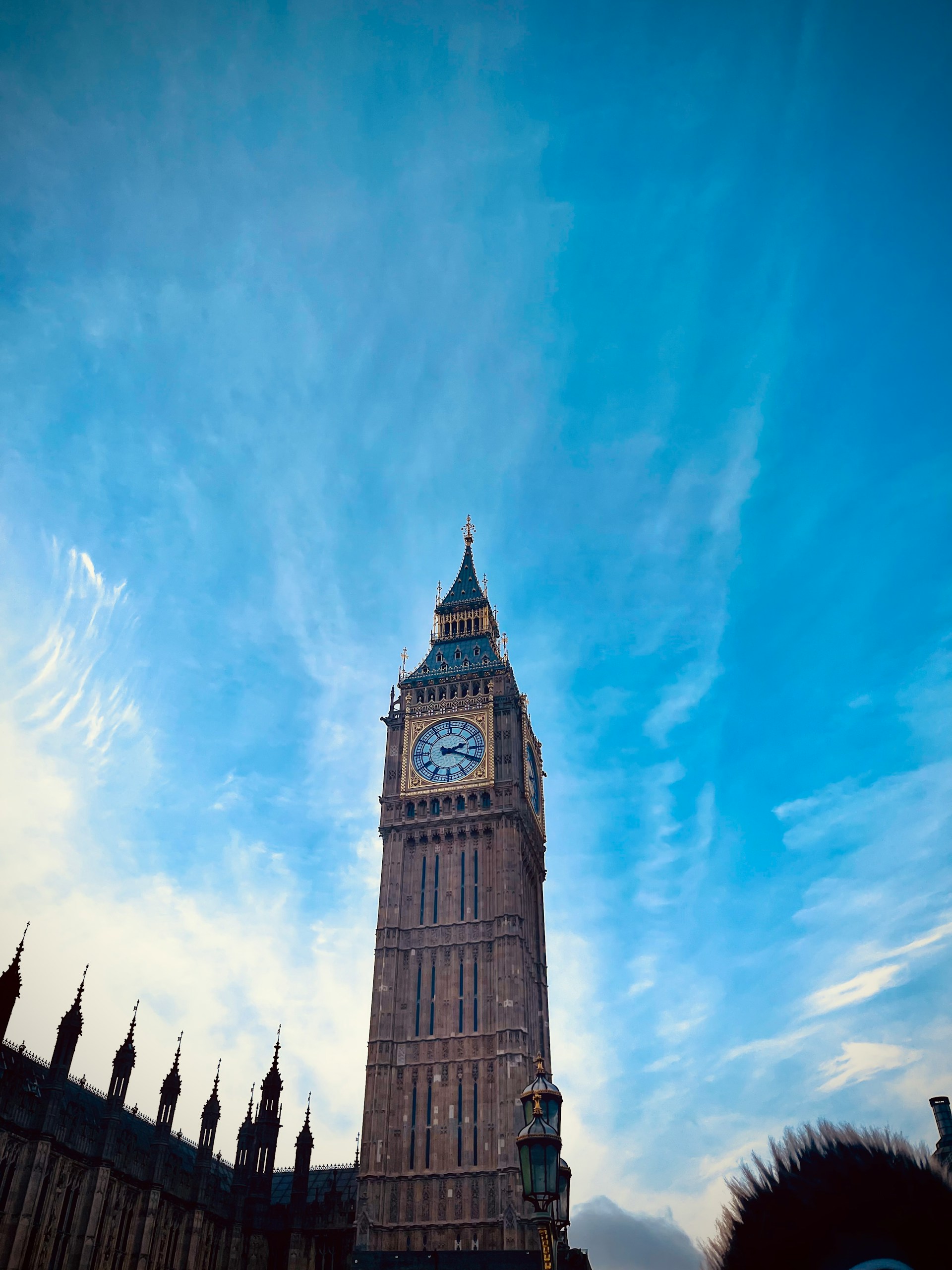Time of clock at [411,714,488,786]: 2:18
